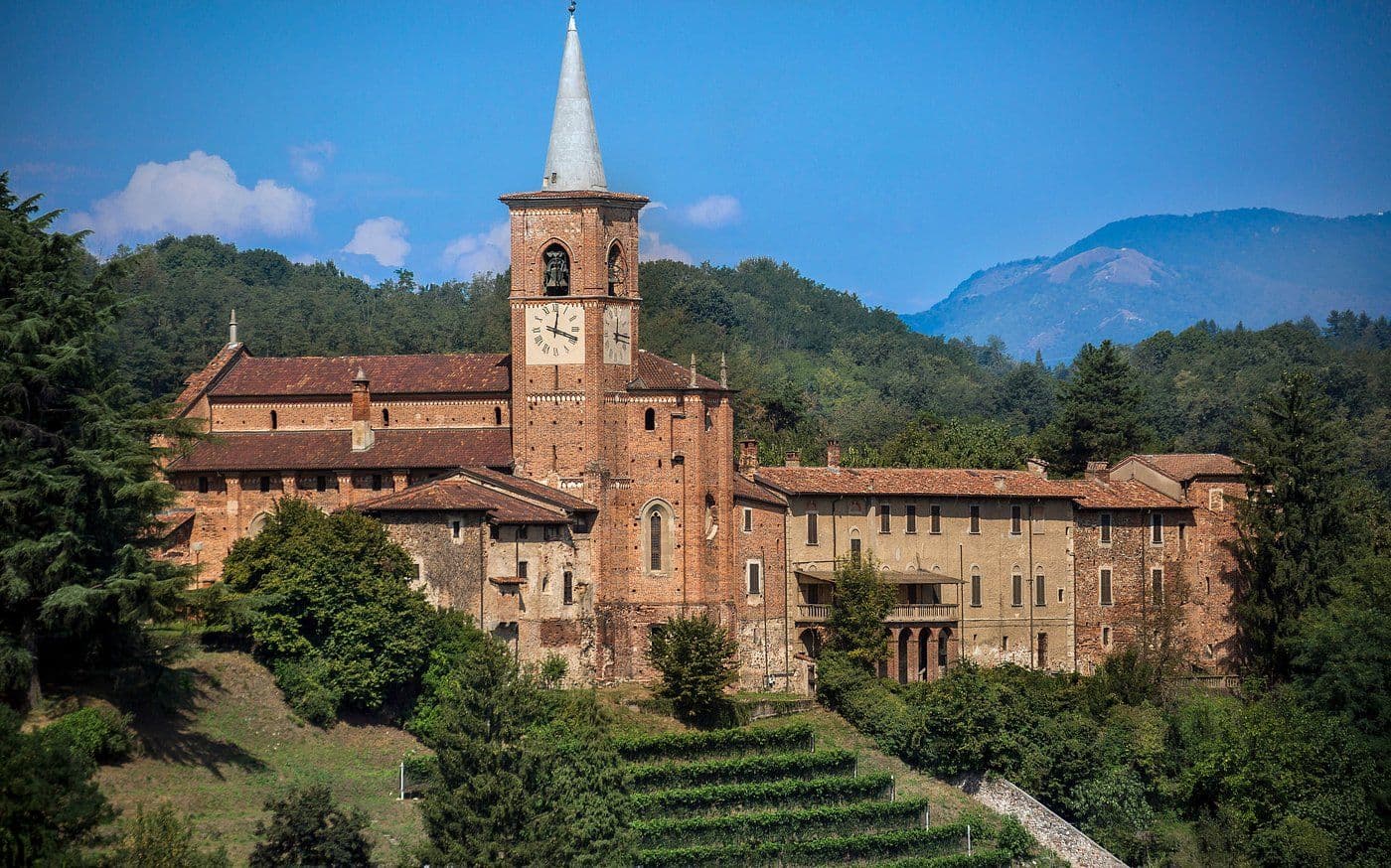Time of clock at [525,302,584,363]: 12:18
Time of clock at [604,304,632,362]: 12:16
